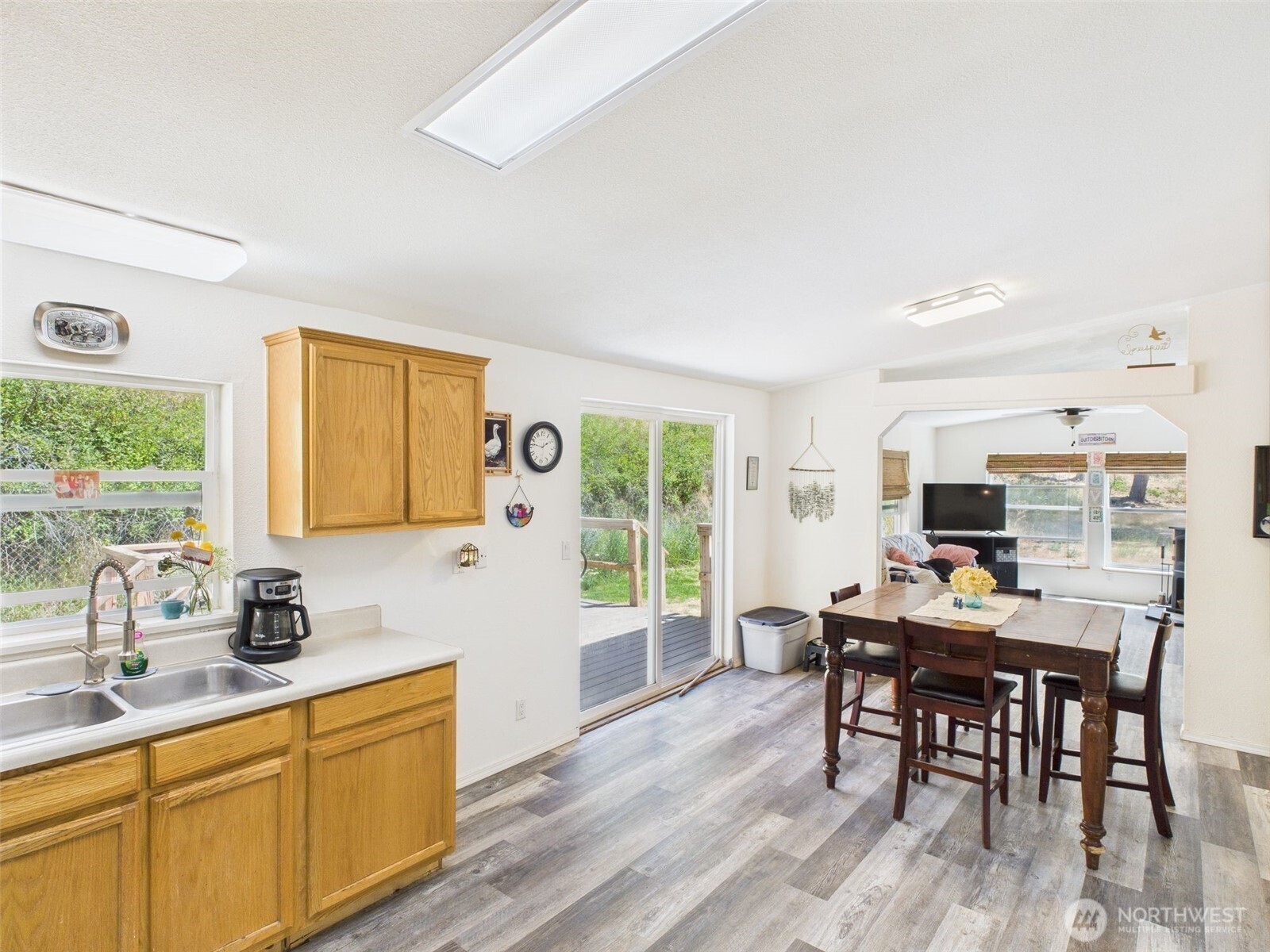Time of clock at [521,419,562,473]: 1:46
